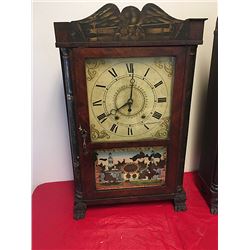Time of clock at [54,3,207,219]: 8:01
